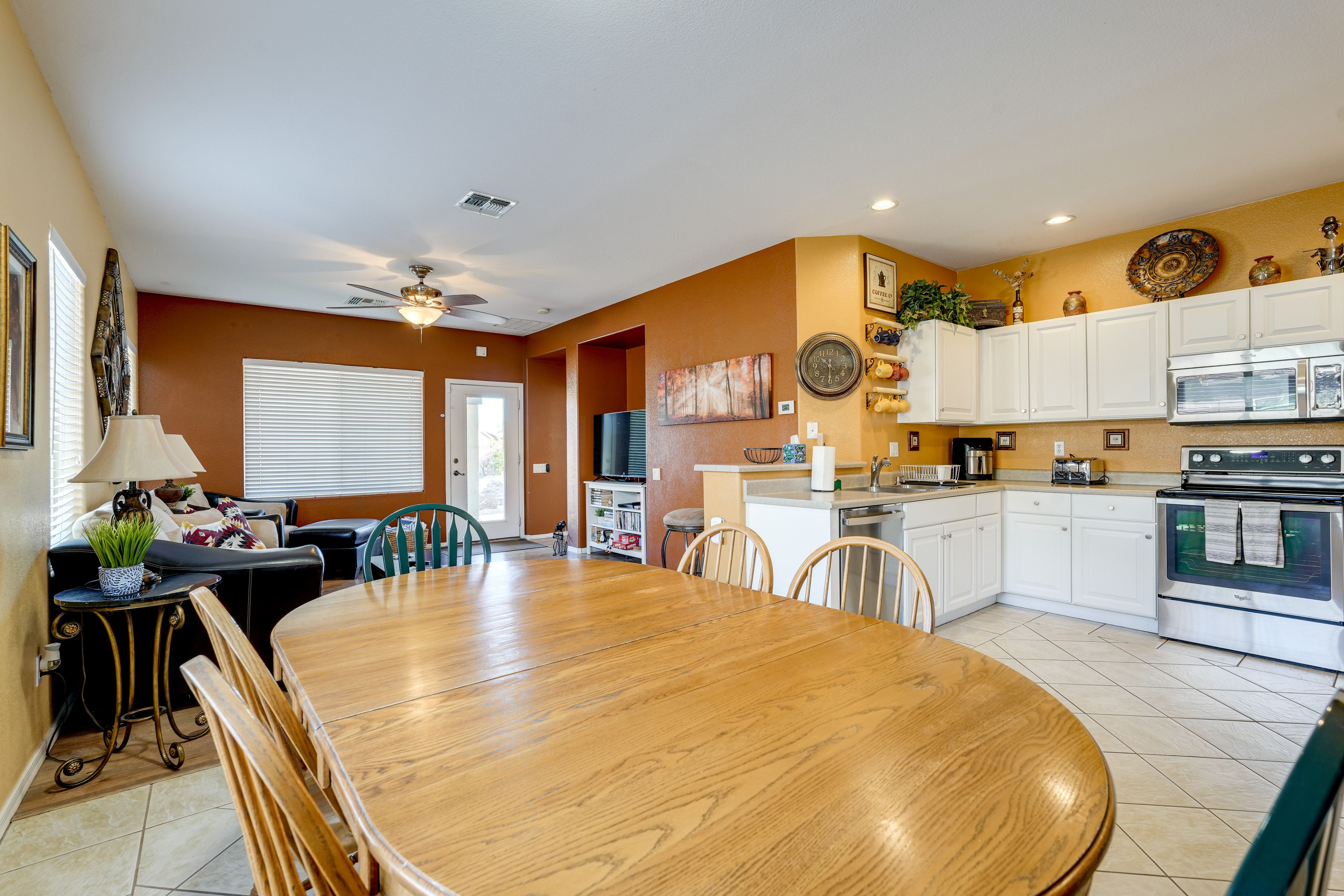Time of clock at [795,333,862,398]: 10:30
